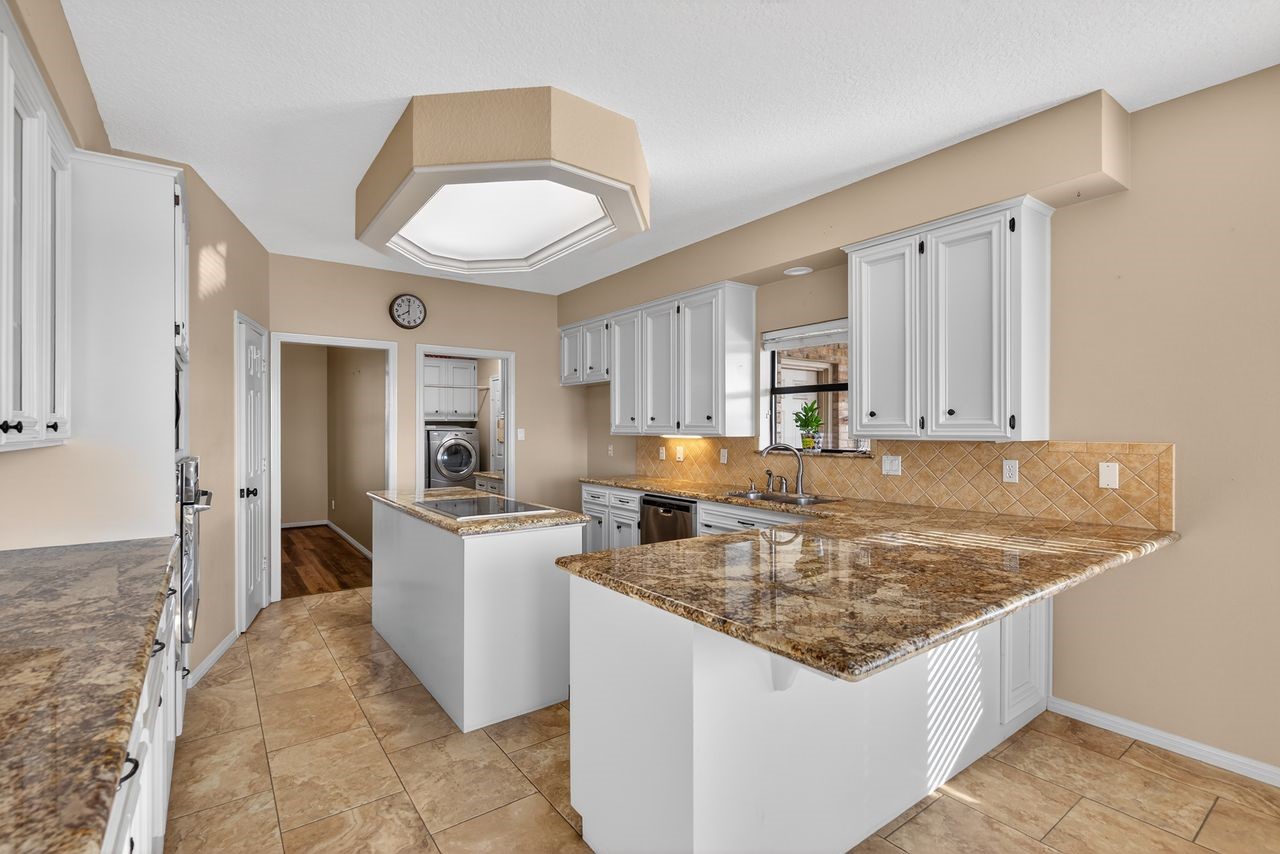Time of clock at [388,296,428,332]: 8:00
